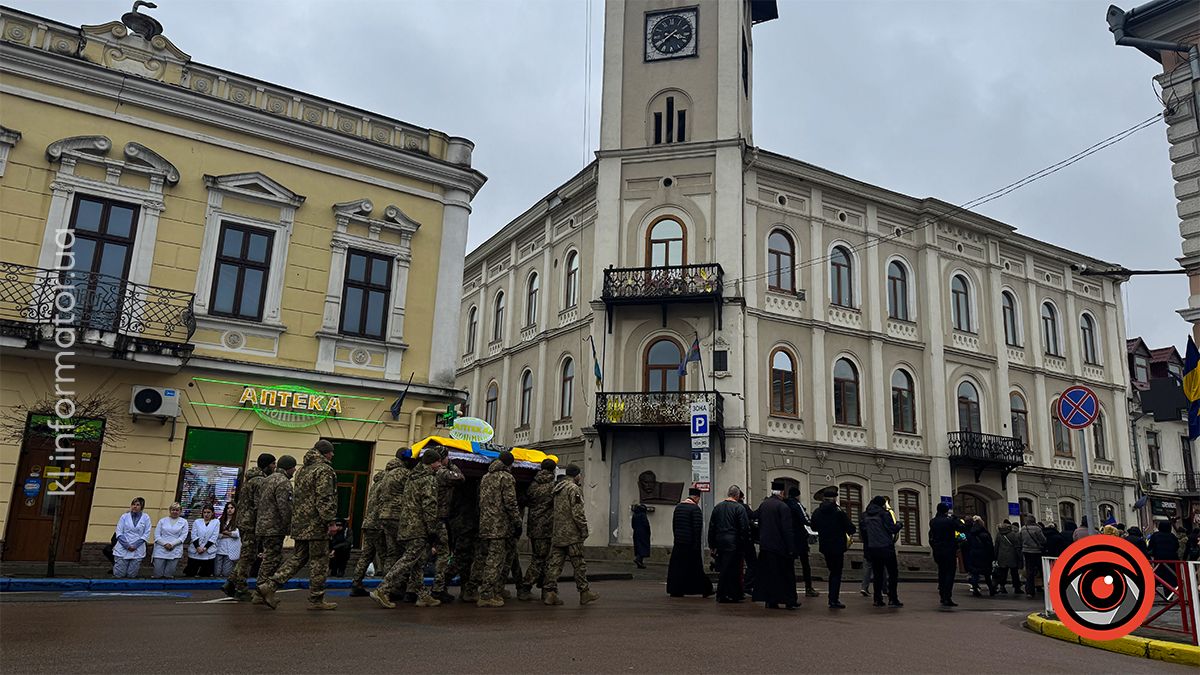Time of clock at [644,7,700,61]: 3:39
